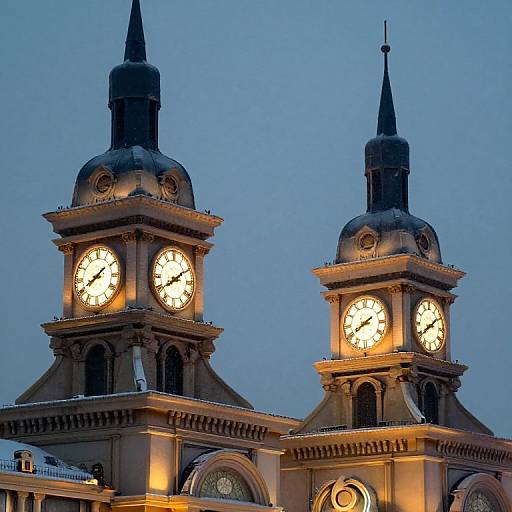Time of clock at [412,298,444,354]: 1:39
